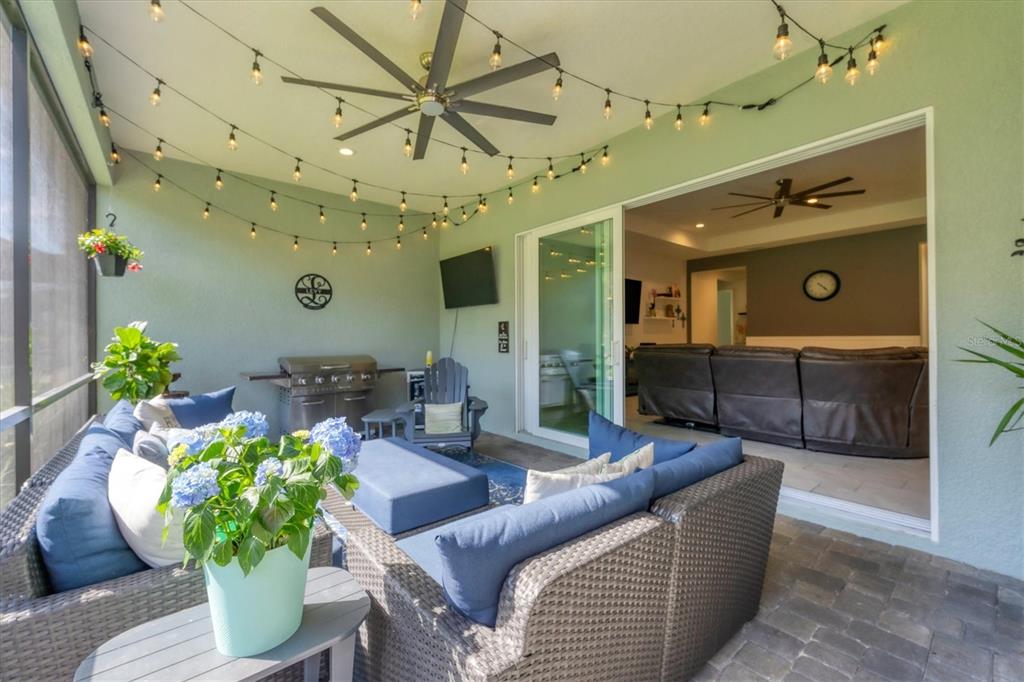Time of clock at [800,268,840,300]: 4:22
